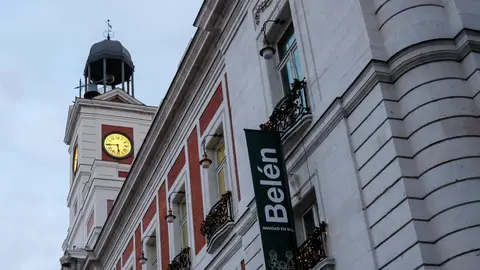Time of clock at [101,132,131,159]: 5:44
